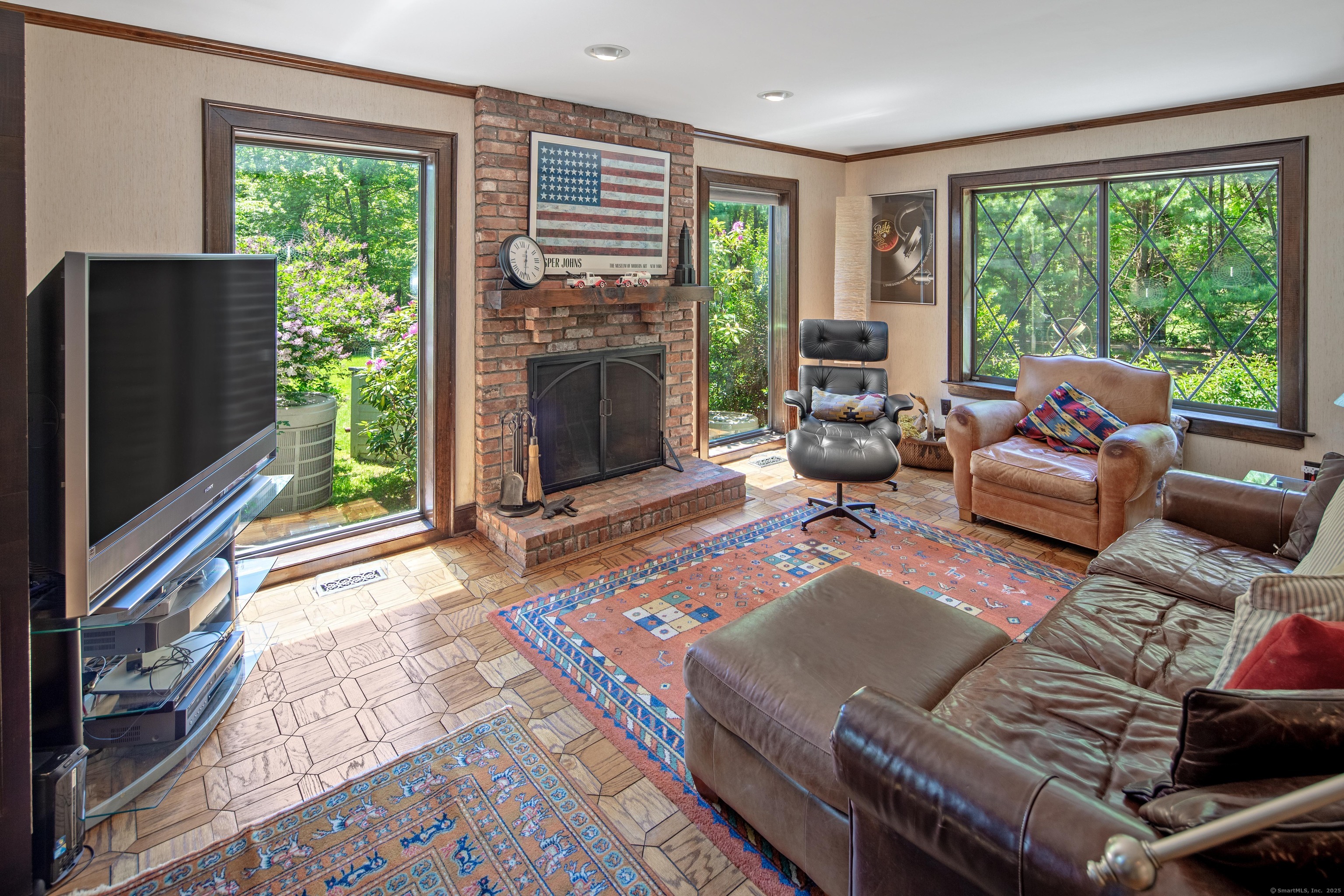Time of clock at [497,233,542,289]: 12:32
